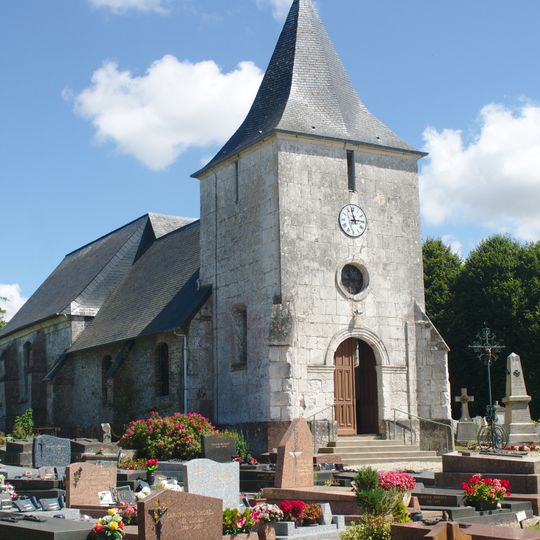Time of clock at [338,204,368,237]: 2:58
